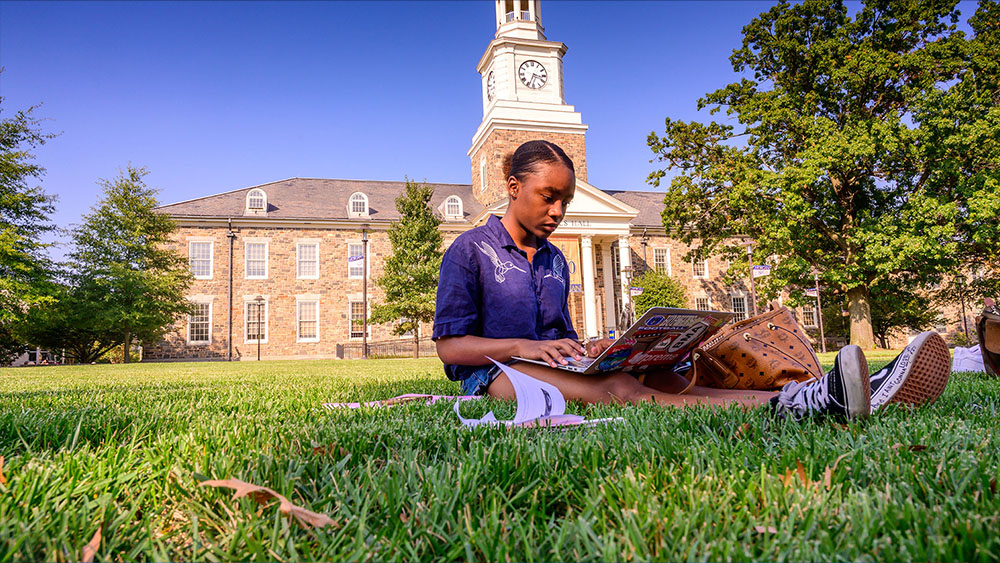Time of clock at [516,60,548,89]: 3:33
